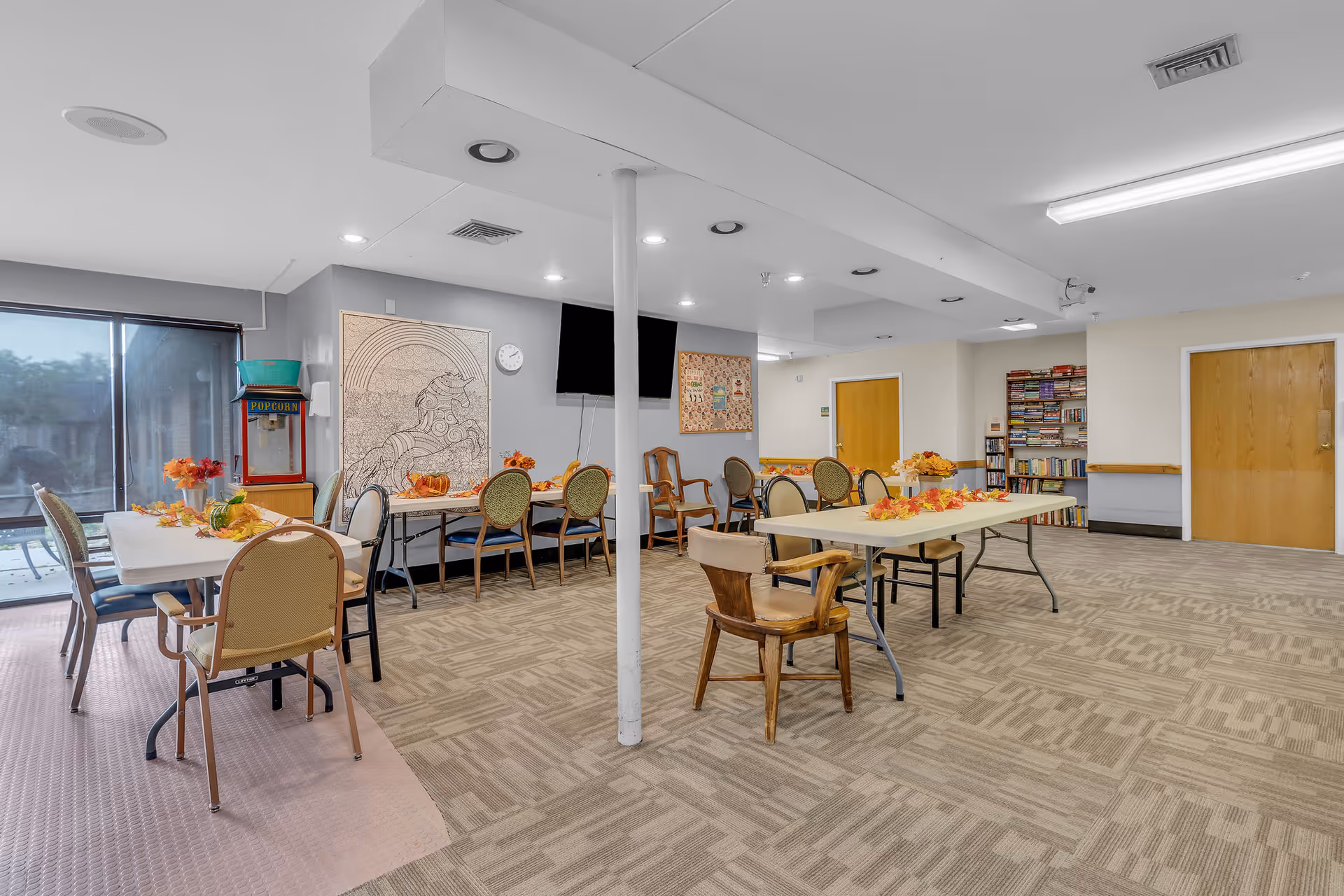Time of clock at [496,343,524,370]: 2:09
